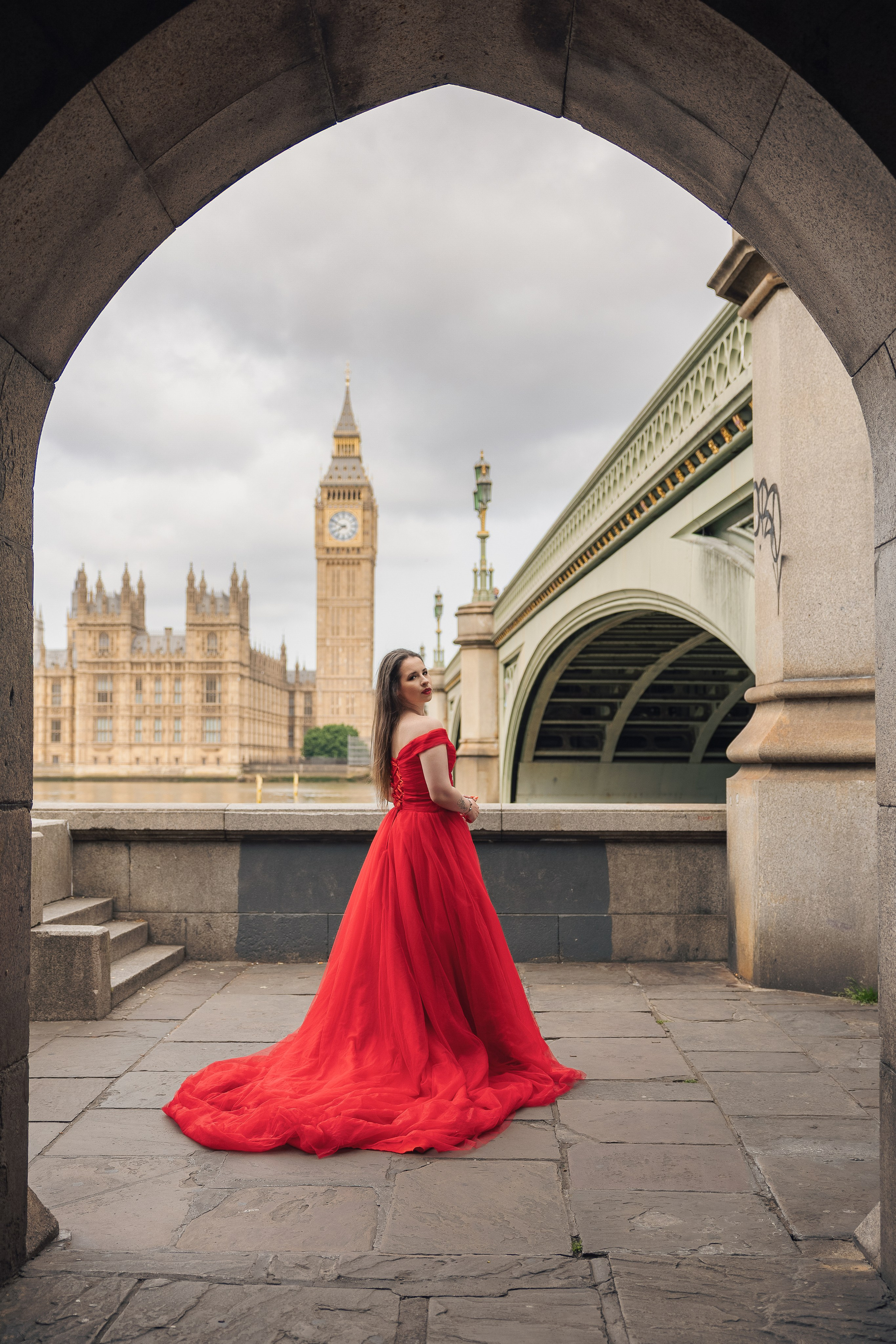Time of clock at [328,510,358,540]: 7:49
